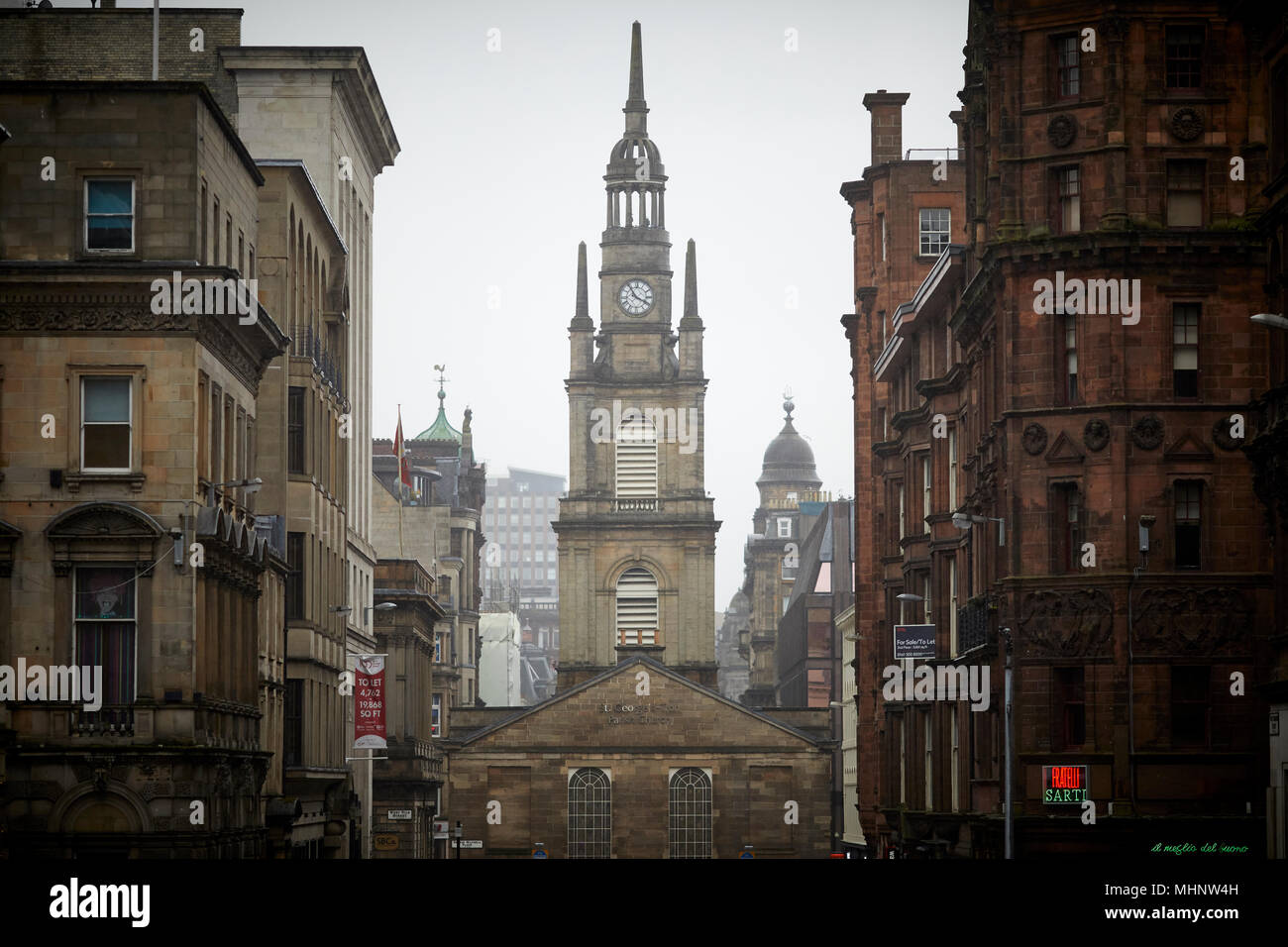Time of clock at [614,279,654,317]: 3:54
